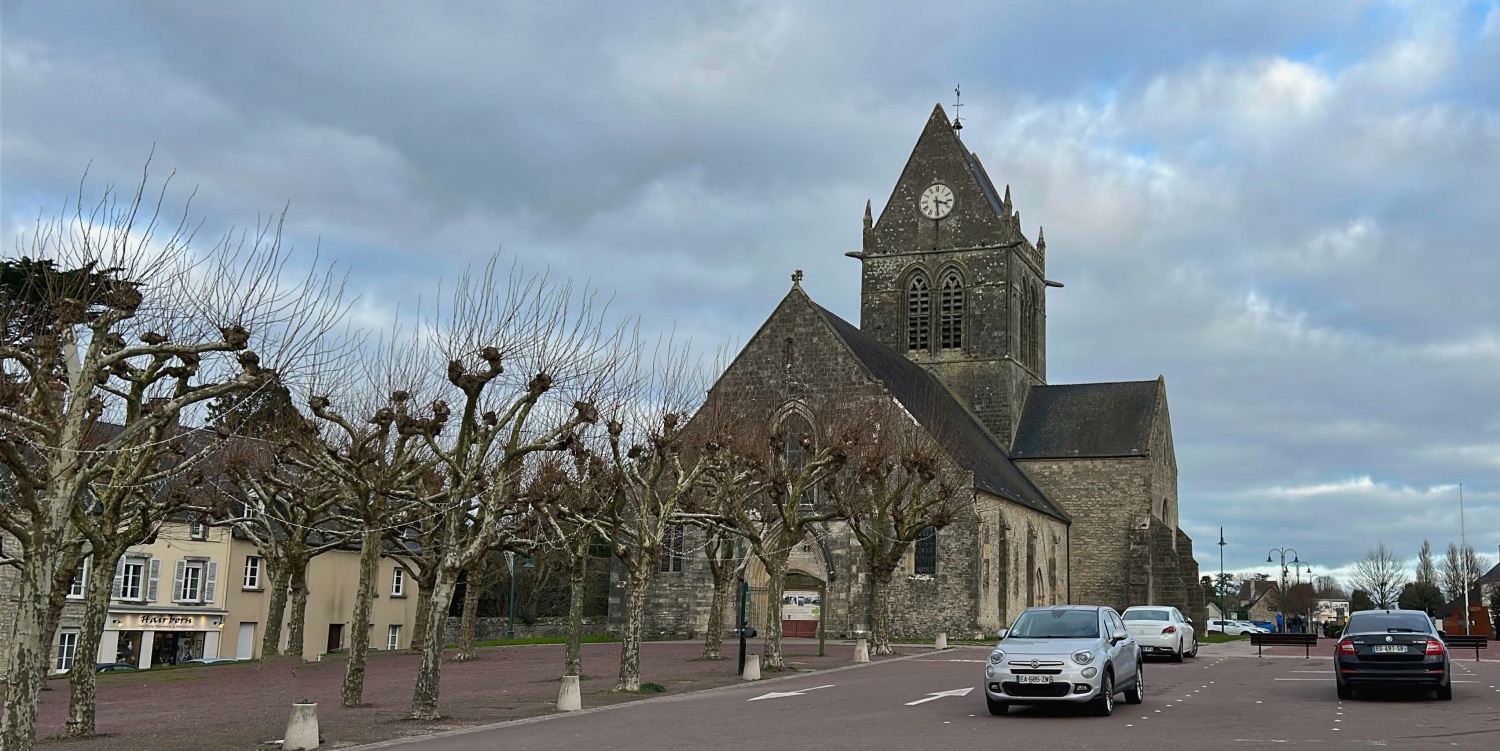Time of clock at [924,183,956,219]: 3:29
